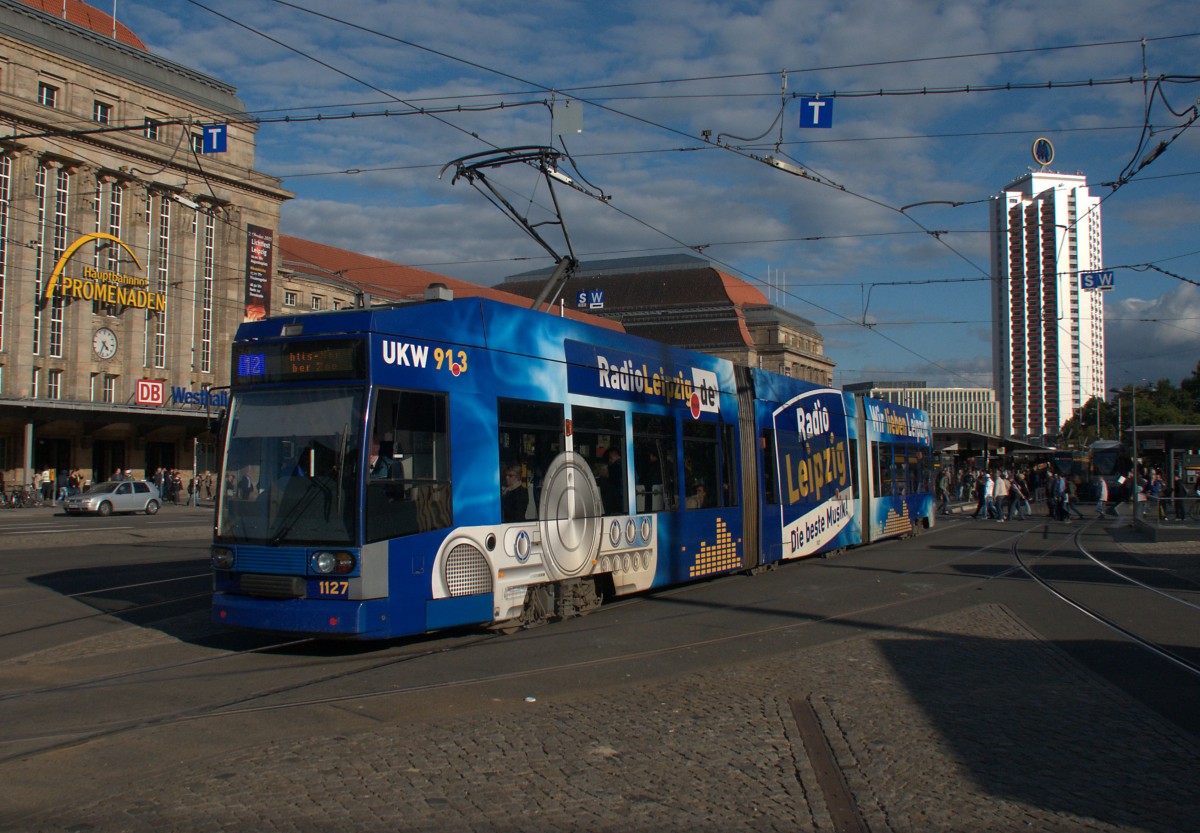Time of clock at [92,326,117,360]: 4:33
